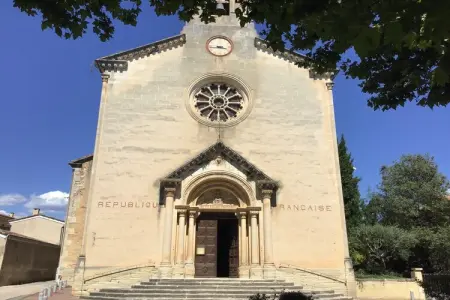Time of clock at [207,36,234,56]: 3:43
